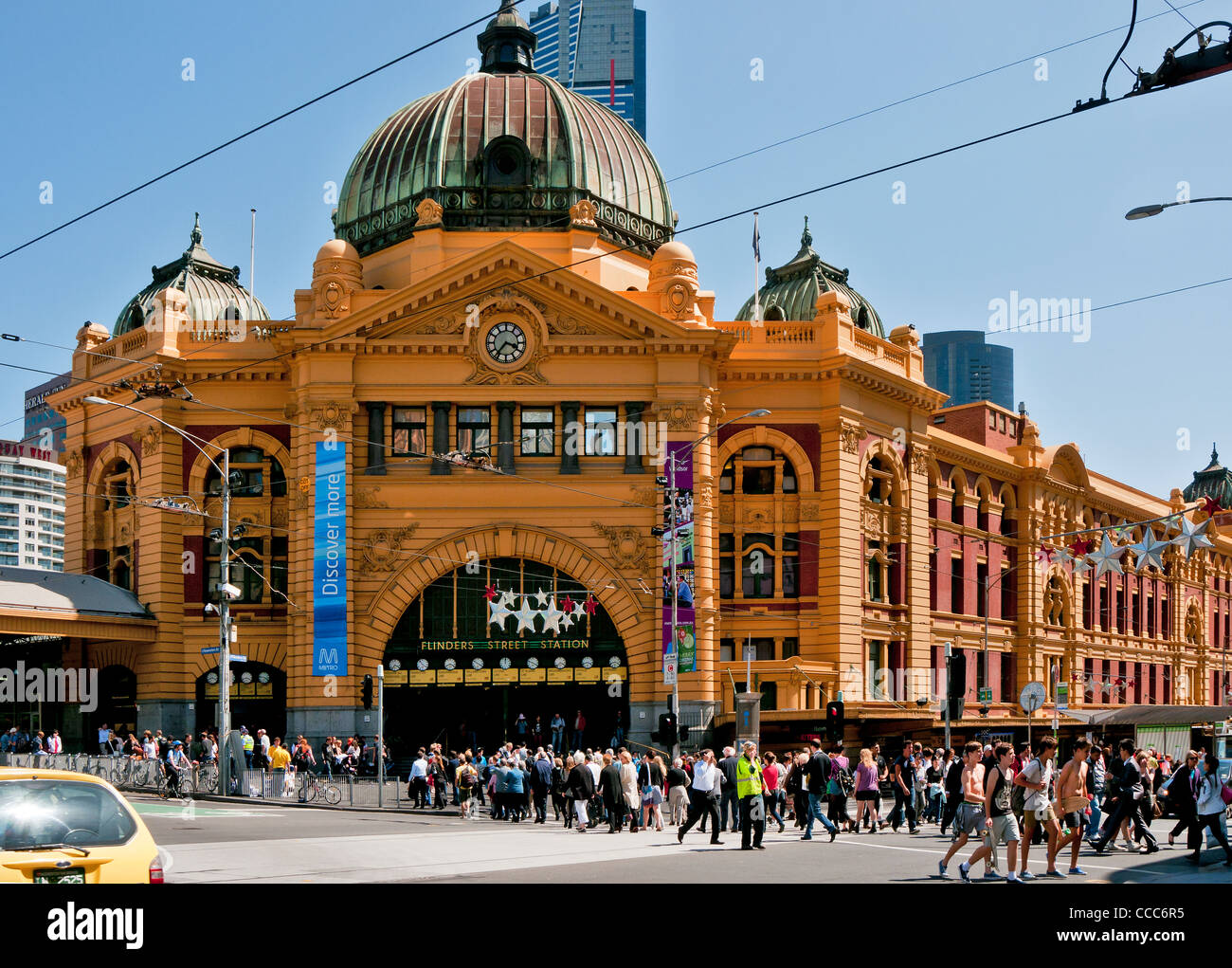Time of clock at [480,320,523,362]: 3:36
